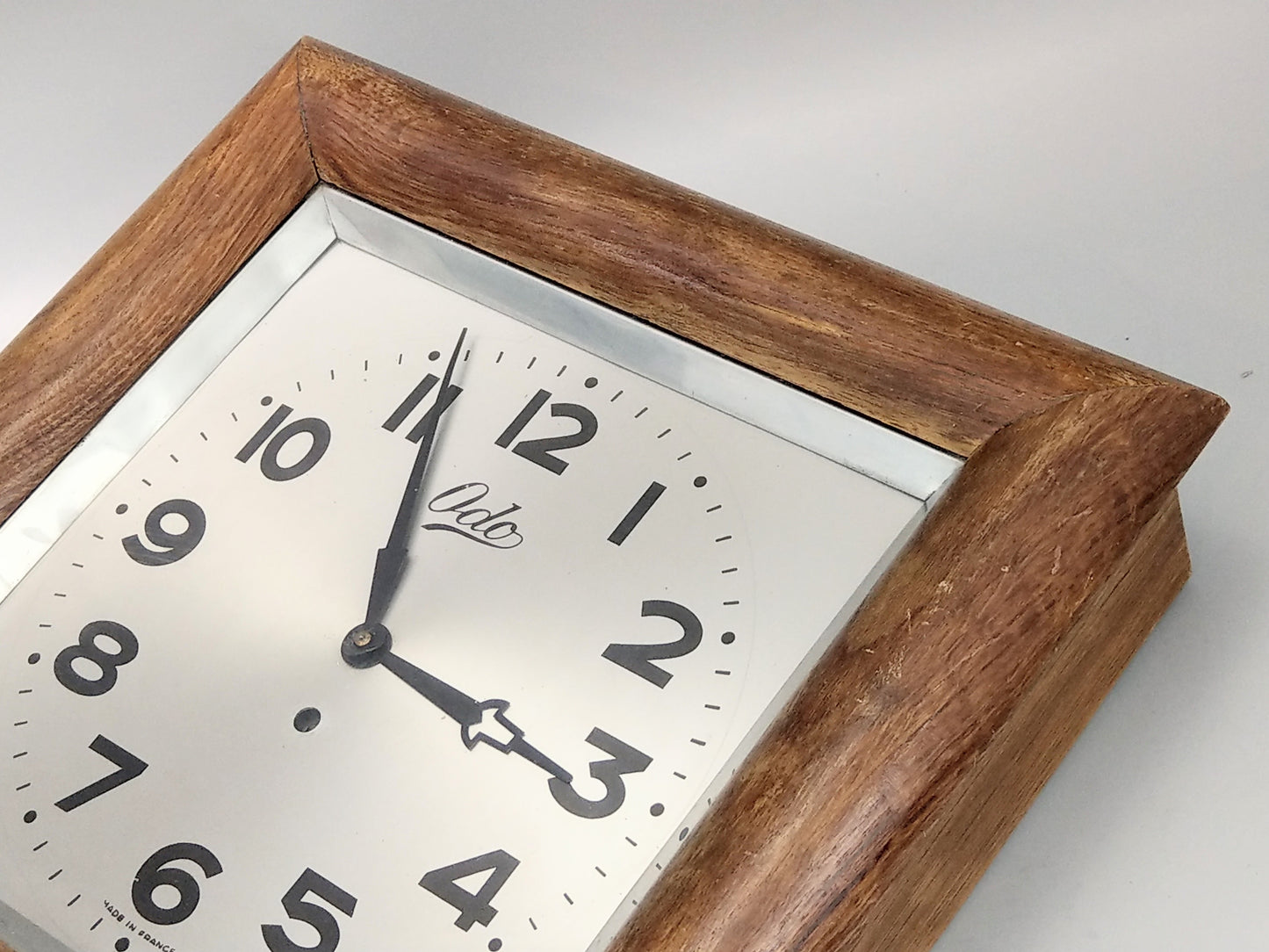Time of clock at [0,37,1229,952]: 3:58
